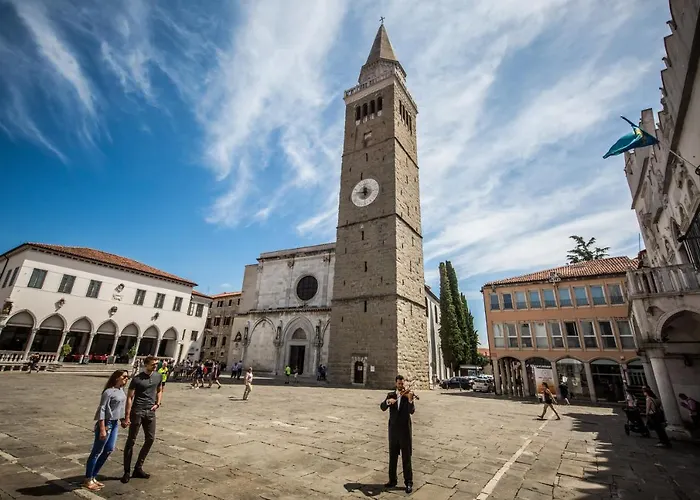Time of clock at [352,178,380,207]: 11:46
